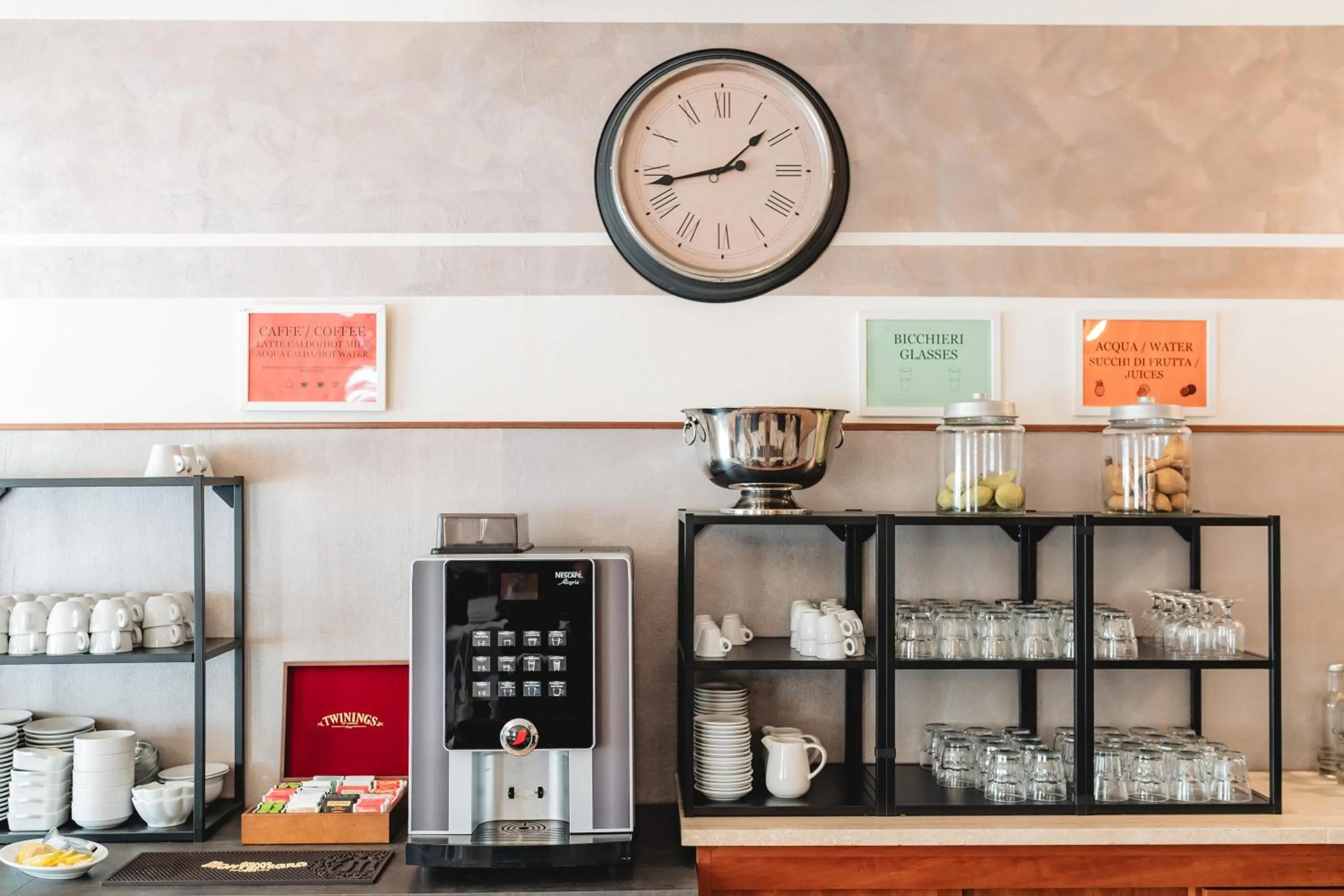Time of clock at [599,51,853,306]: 1:43
